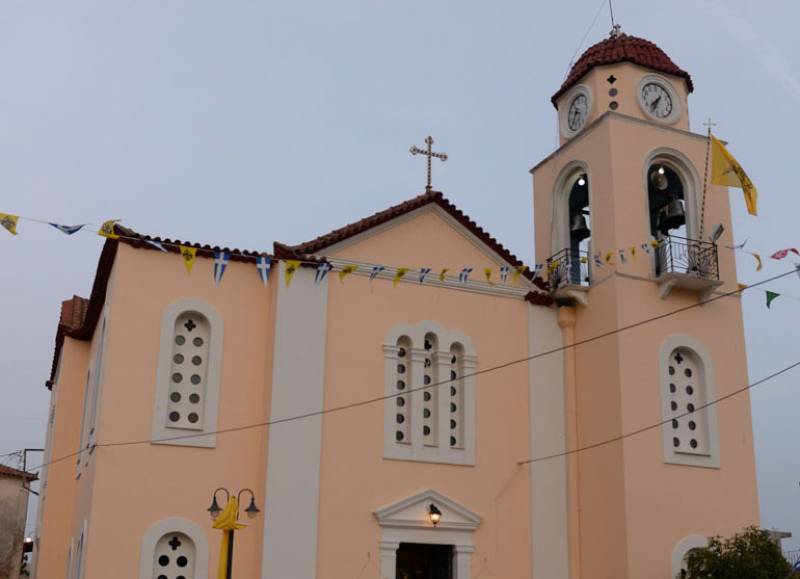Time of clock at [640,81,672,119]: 7:34
